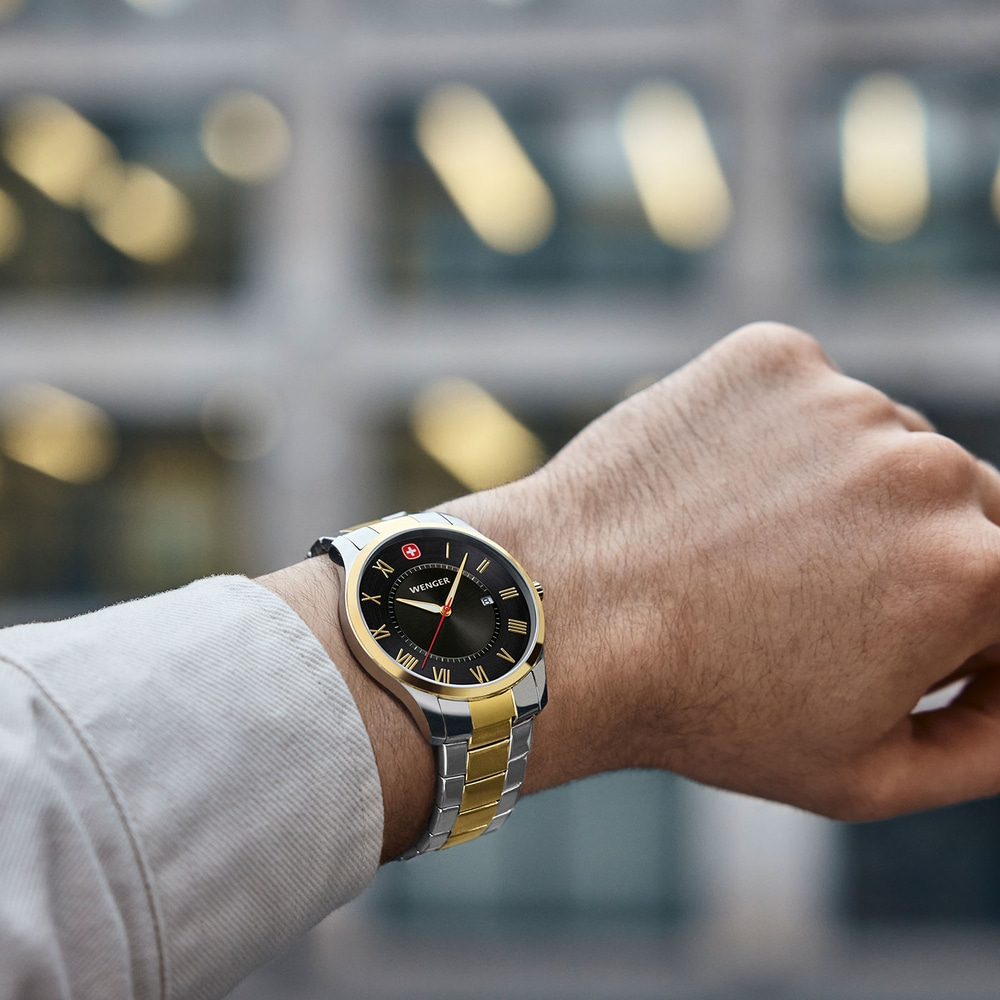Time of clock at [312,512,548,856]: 9:02
